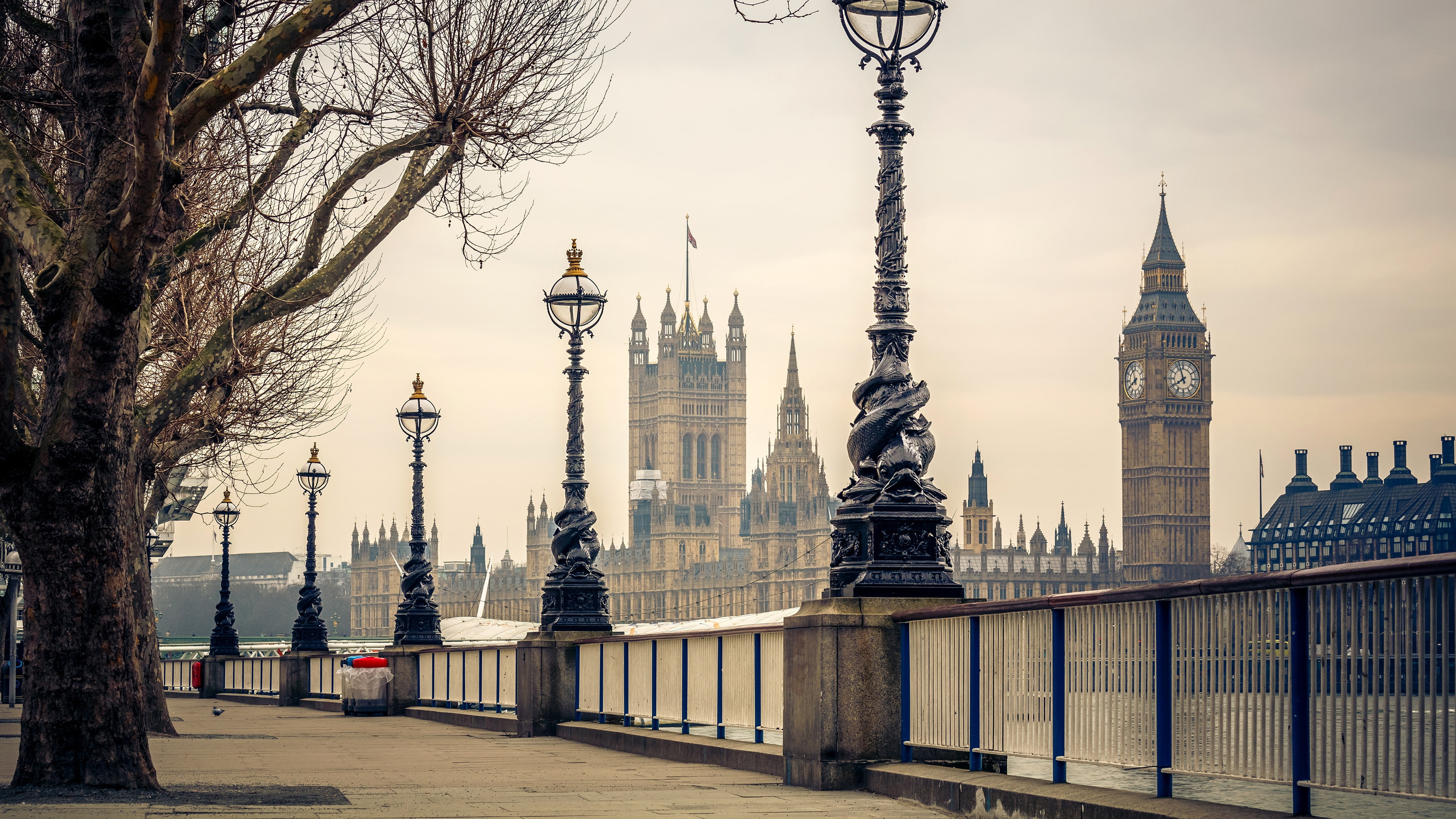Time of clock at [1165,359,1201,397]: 7:56
